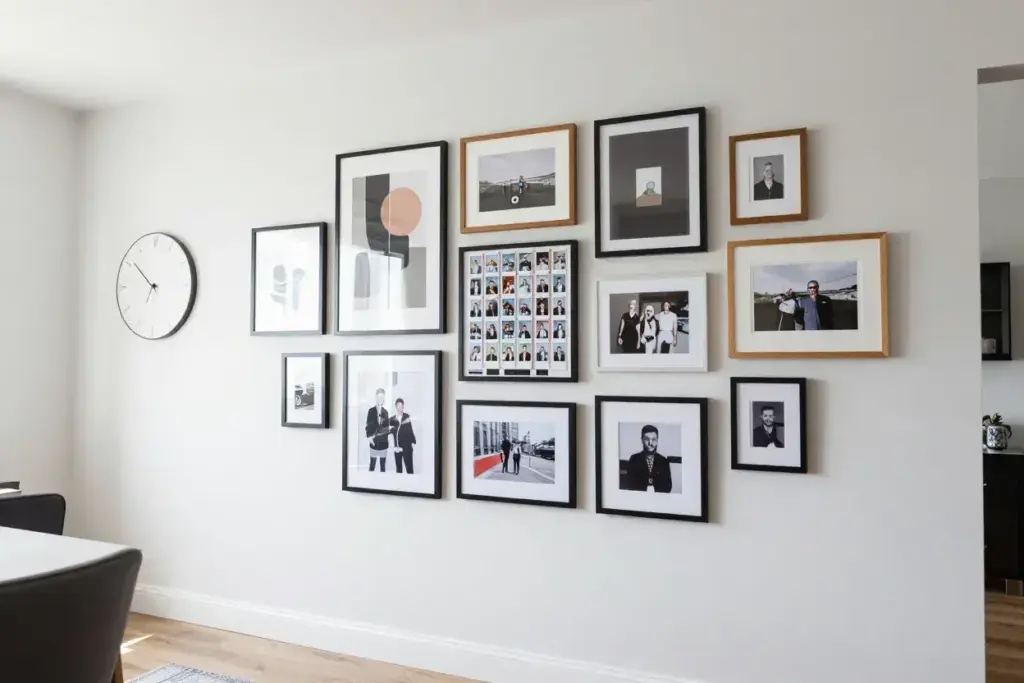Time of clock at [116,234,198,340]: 6:51
